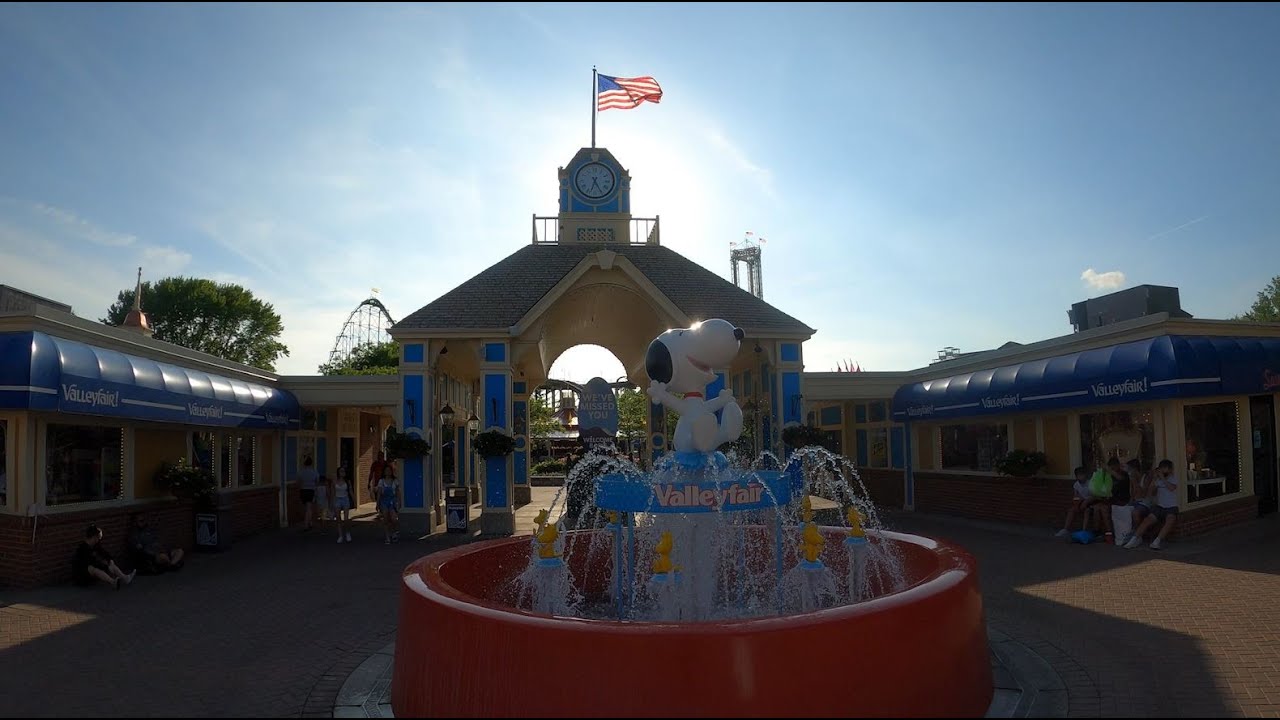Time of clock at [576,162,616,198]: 6:25
